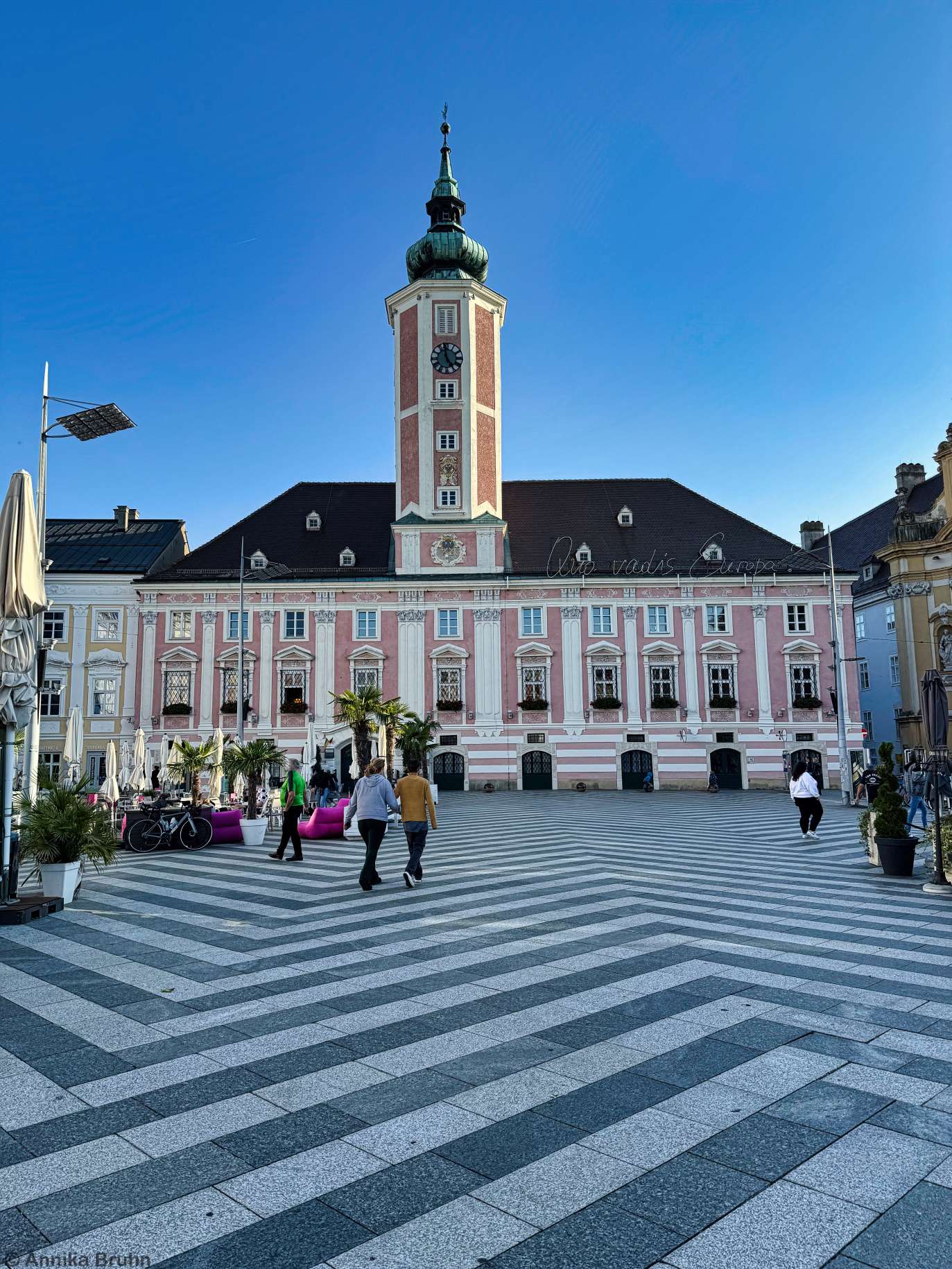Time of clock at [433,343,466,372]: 4:57
